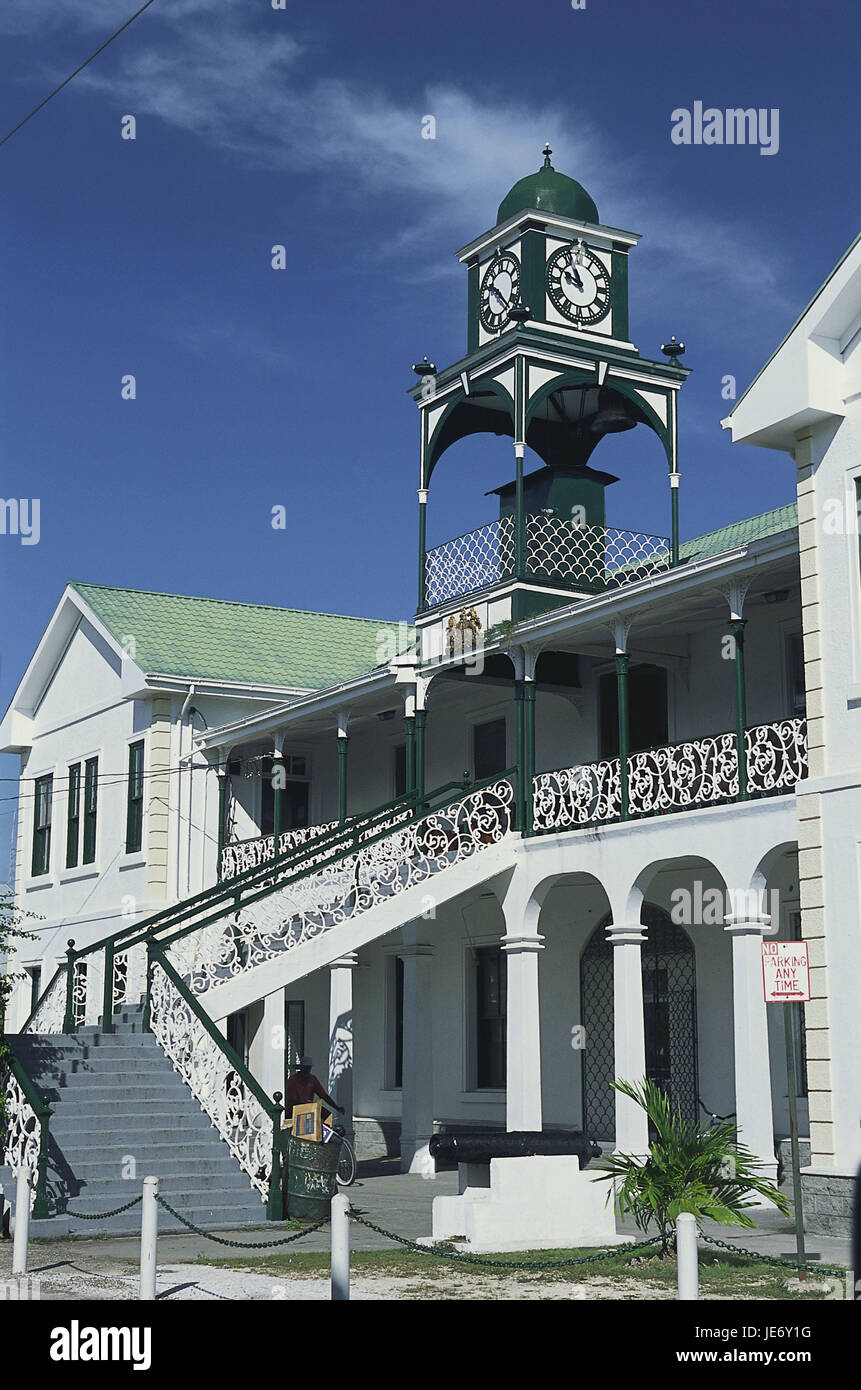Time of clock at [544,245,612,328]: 10:48
